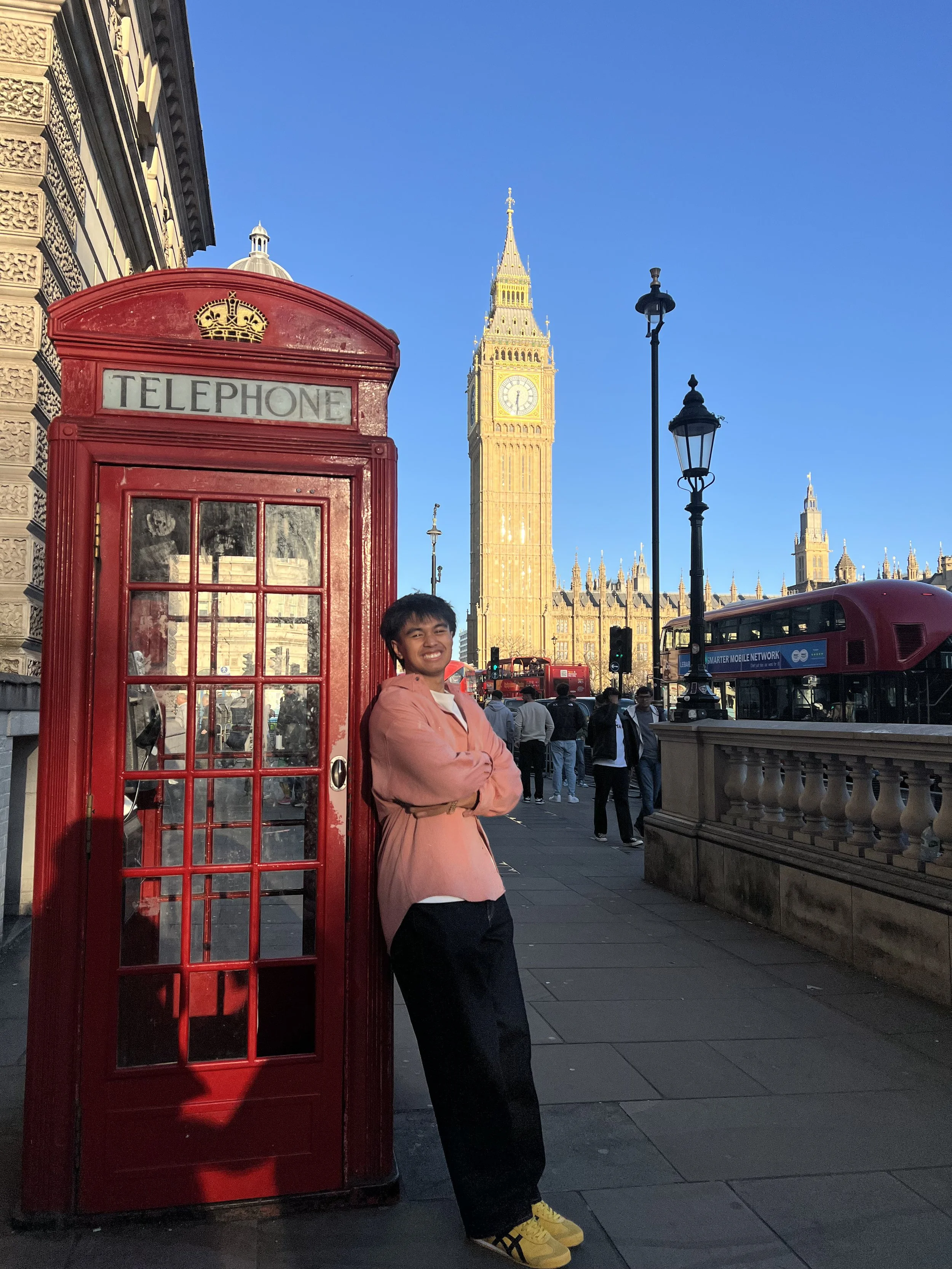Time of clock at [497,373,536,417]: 6:30
